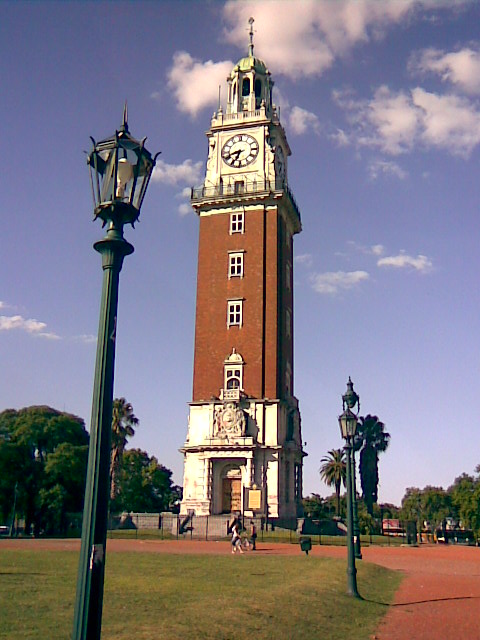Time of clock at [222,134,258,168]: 6:41
